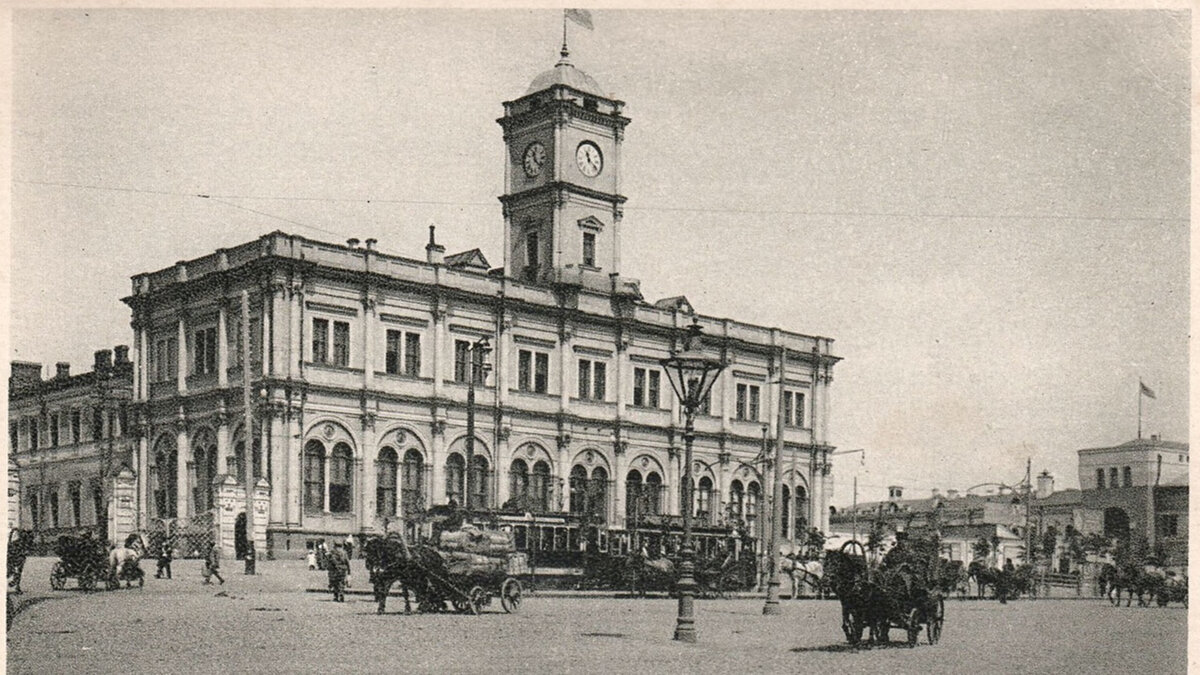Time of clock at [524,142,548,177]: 11:21
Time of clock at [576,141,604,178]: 11:21
